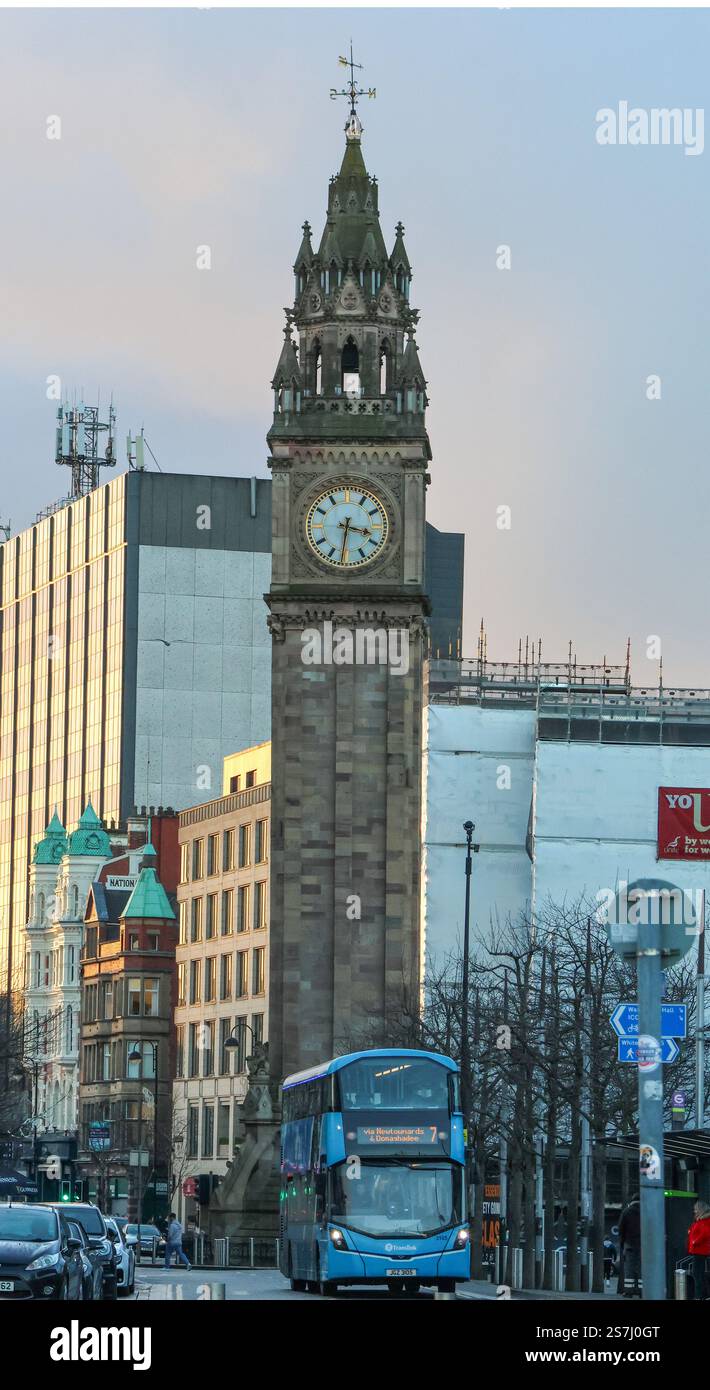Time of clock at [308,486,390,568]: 3:31
